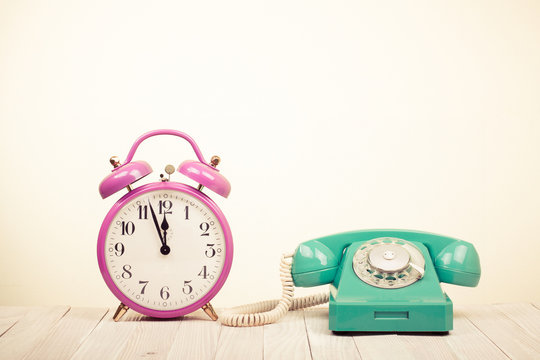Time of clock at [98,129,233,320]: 11:56
